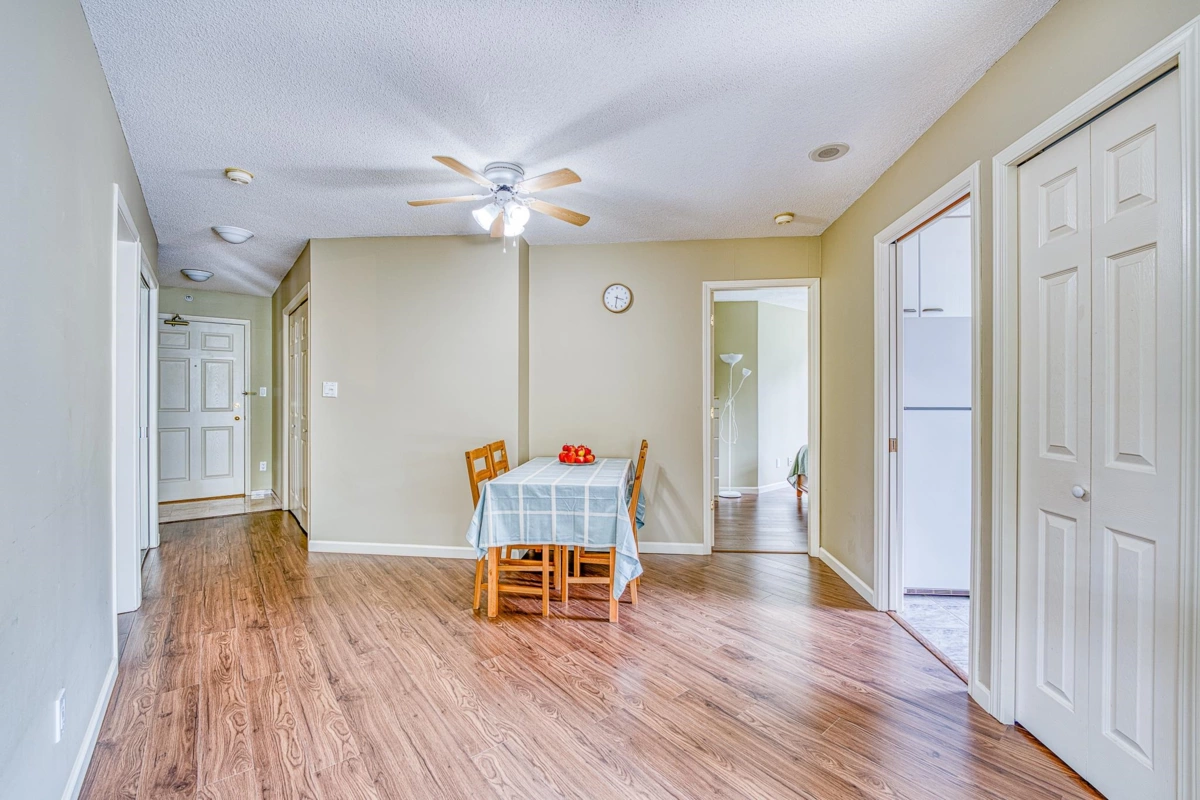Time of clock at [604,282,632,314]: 3:31
